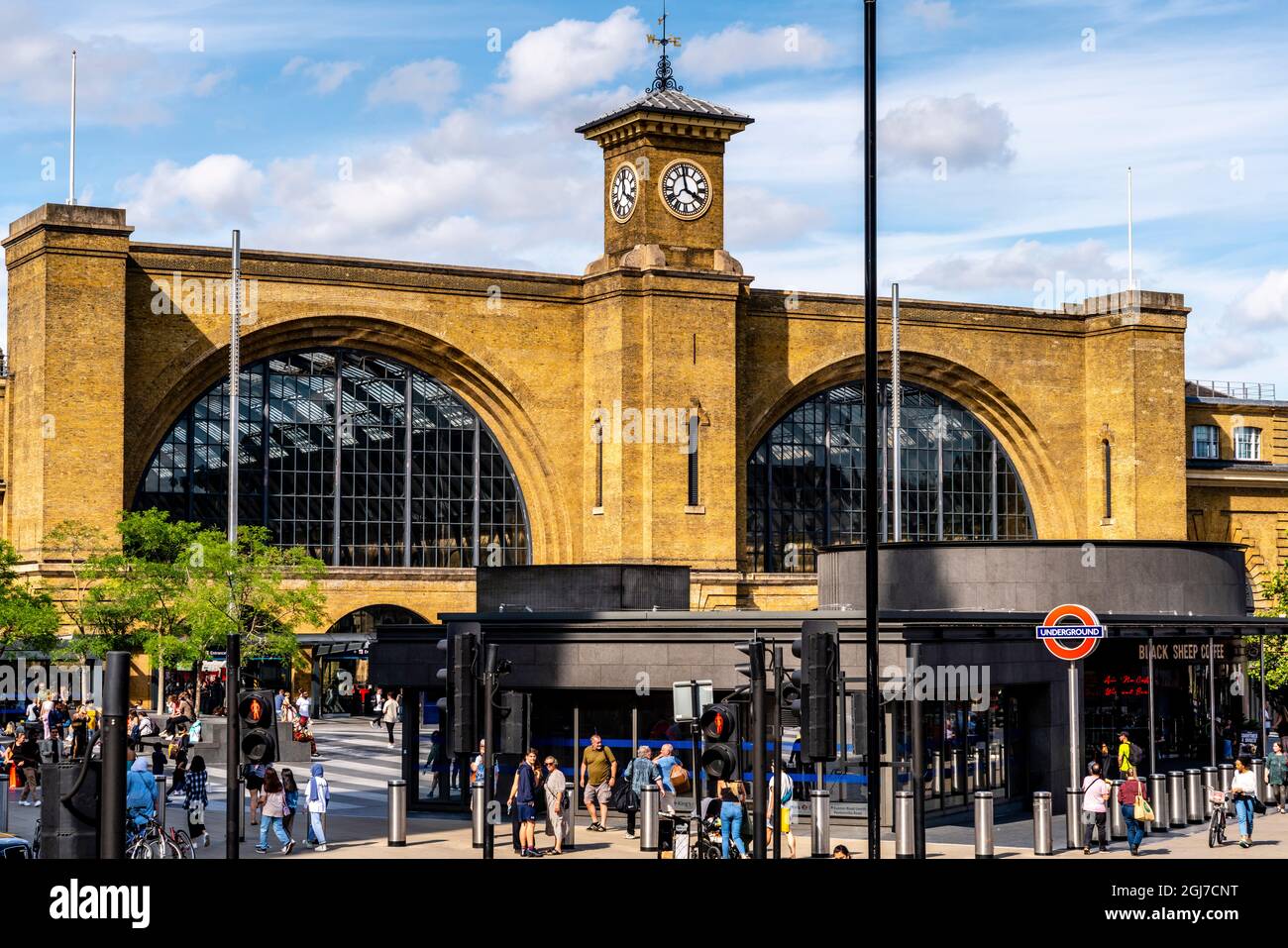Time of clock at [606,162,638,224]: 3:58
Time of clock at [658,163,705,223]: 3:58
